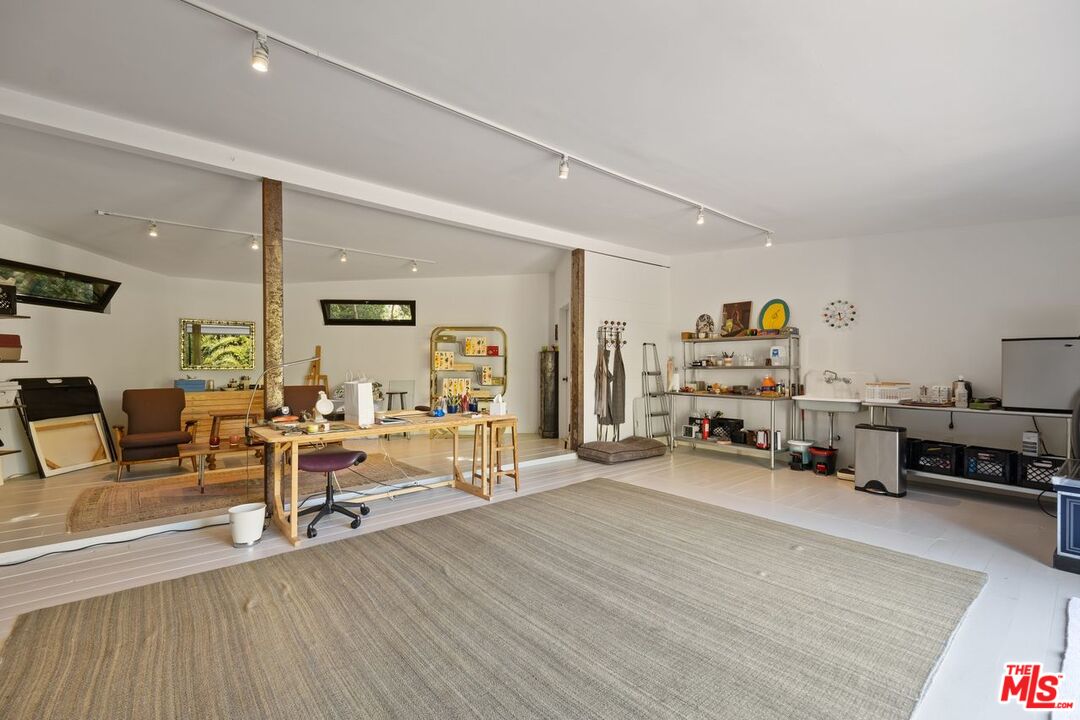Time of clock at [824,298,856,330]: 5:42
